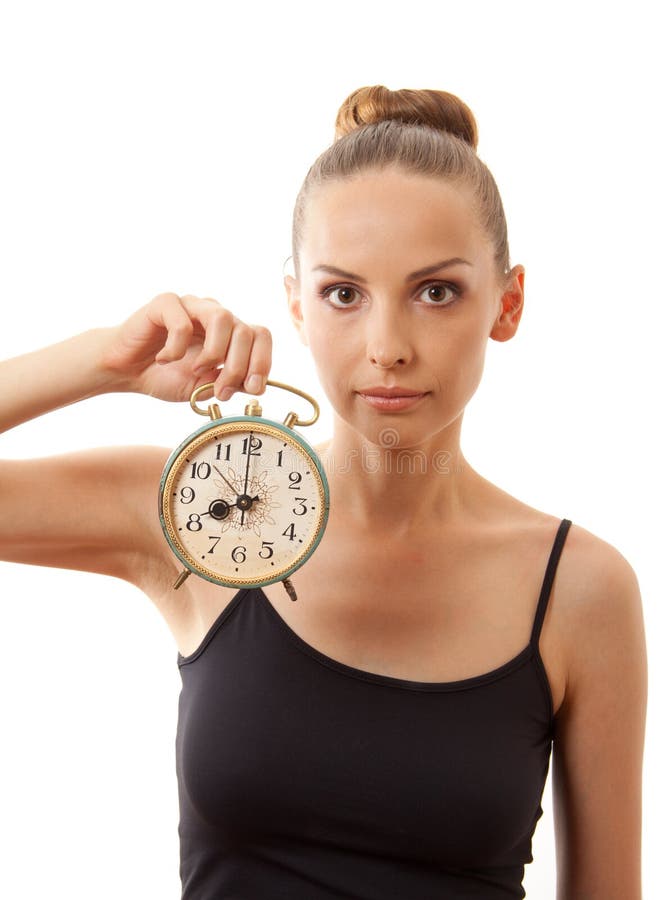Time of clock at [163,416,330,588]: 7:59
